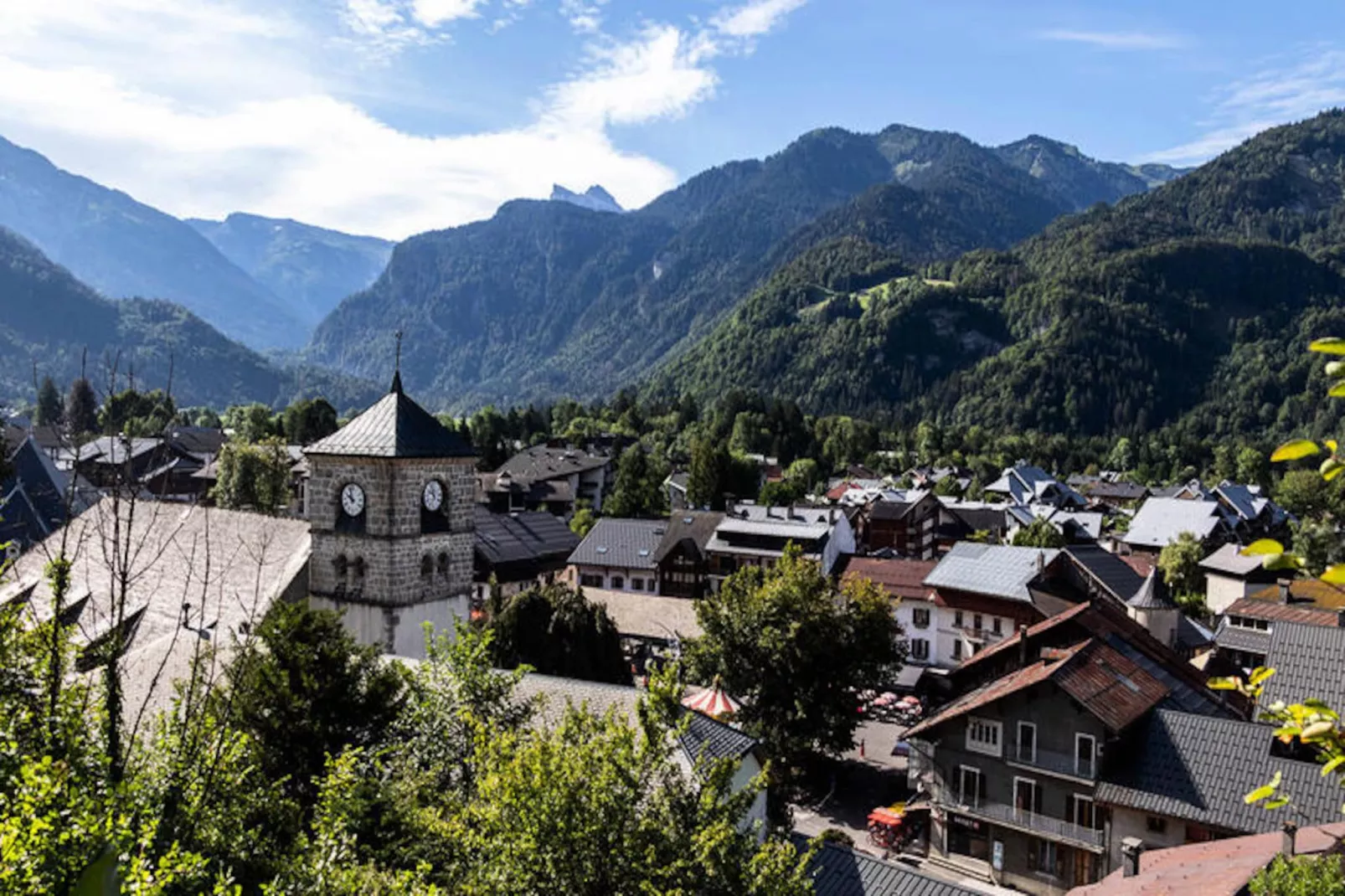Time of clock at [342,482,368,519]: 9:57
